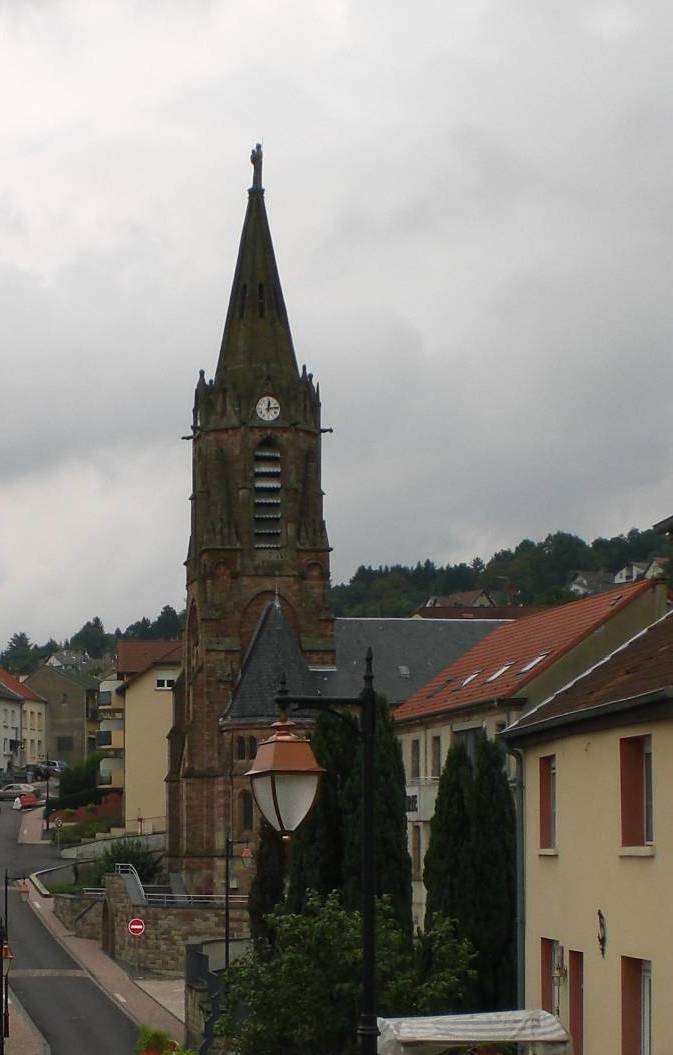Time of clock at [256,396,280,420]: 12:13
